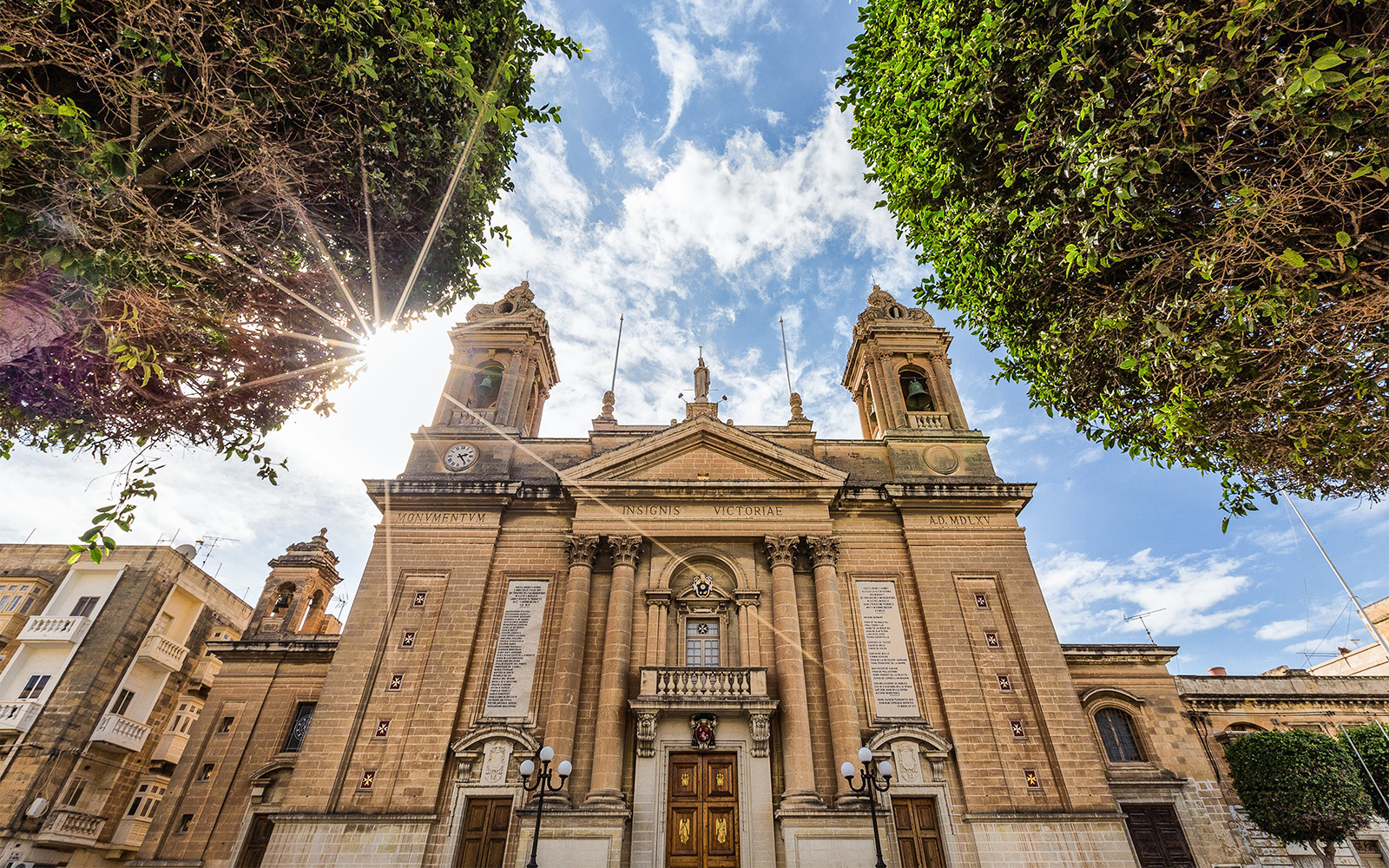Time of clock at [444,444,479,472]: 2:23
